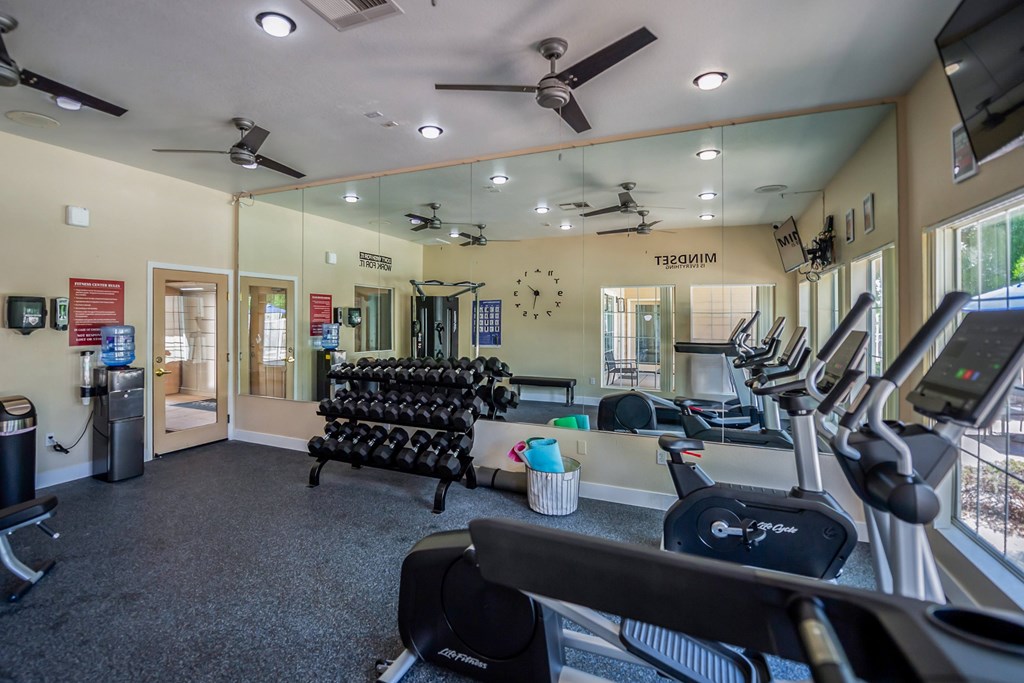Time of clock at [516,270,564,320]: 10:31
